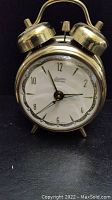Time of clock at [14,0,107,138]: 2:56
